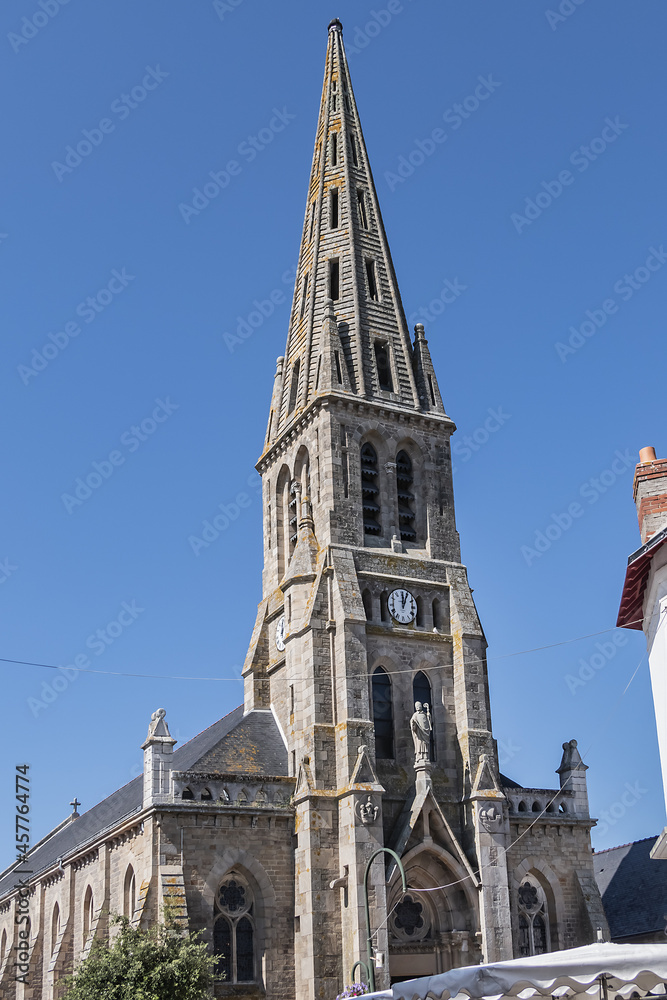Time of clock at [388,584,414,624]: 12:04
